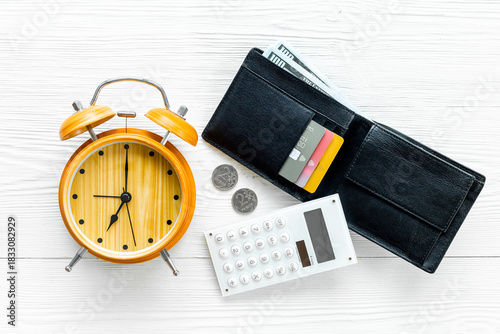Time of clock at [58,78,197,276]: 7:00
